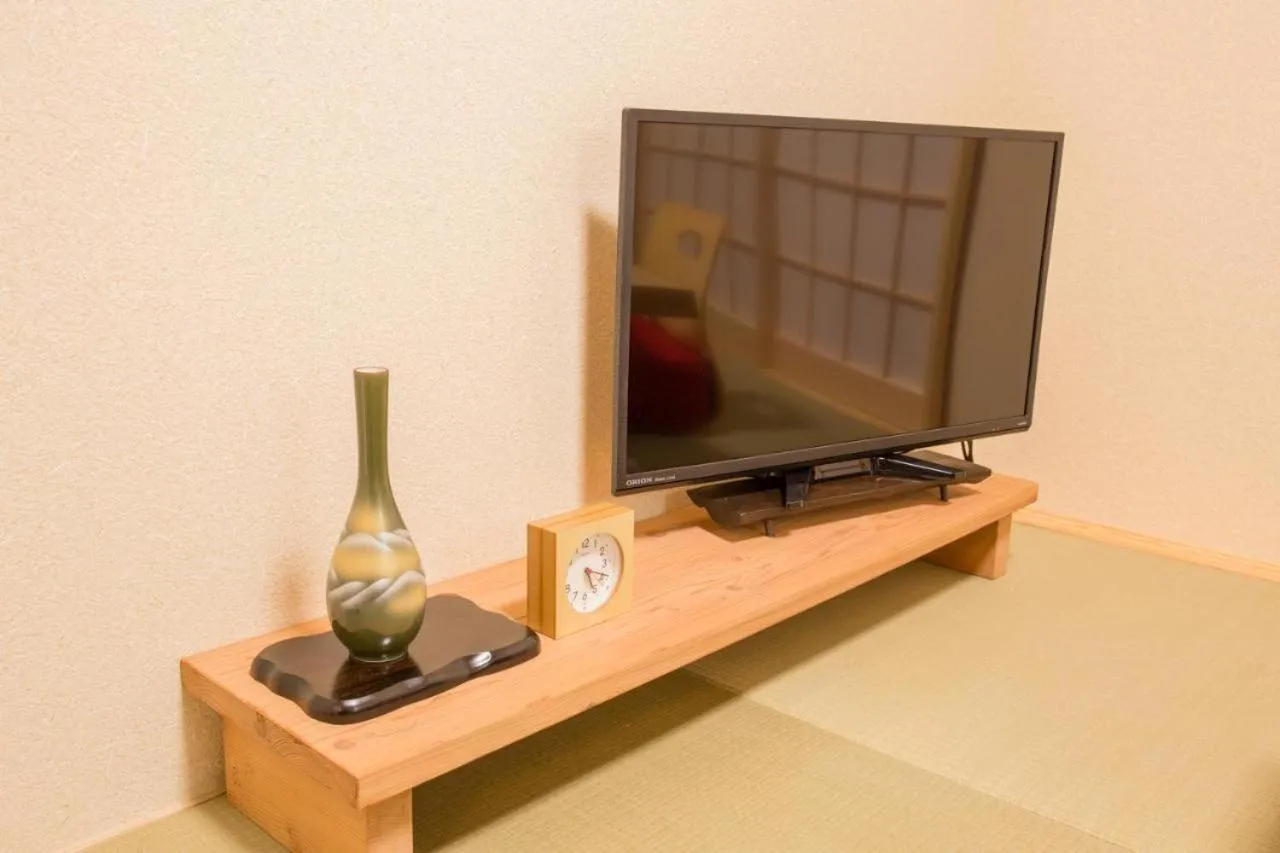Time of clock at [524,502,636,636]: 5:18
